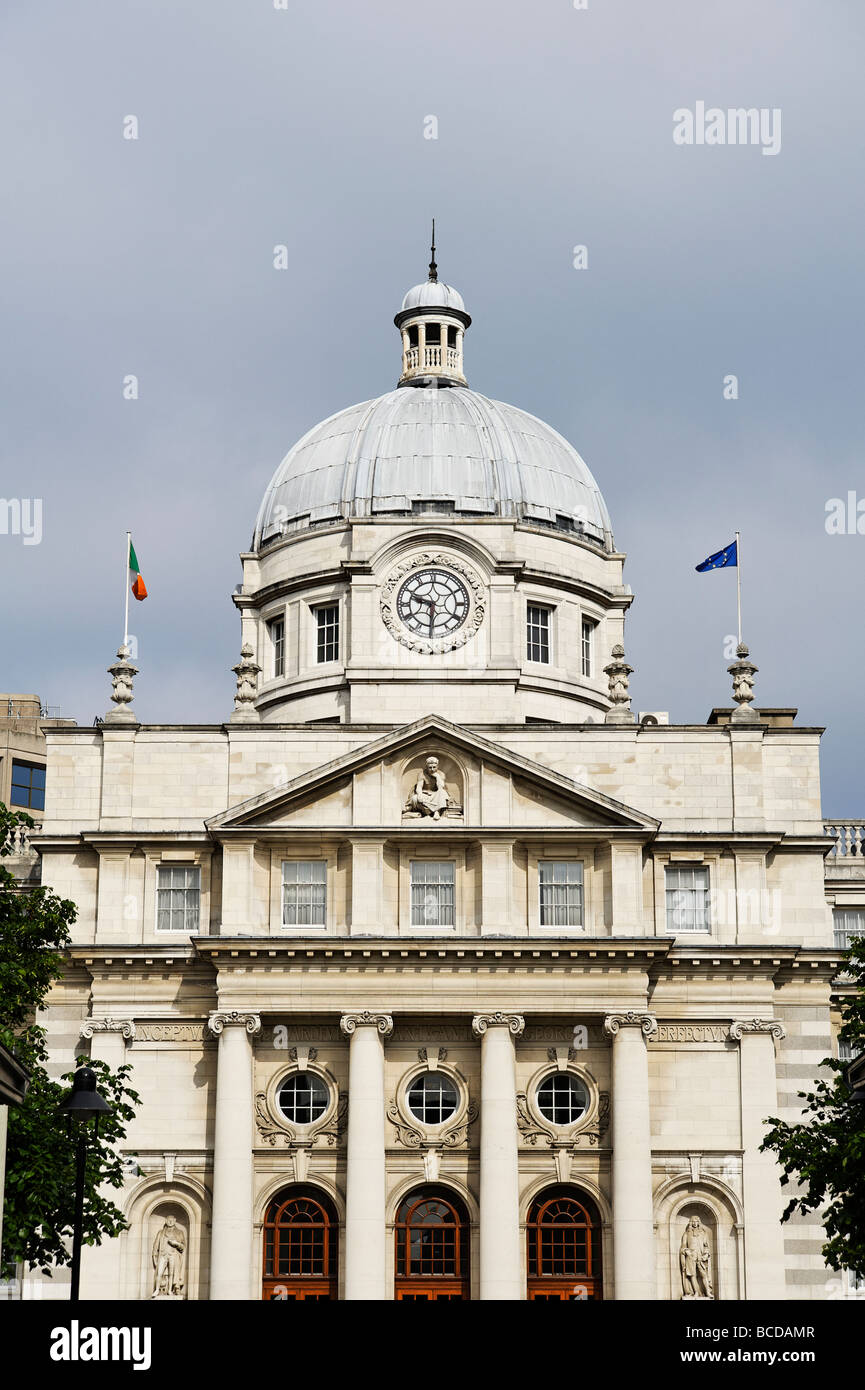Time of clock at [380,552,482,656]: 9:30
